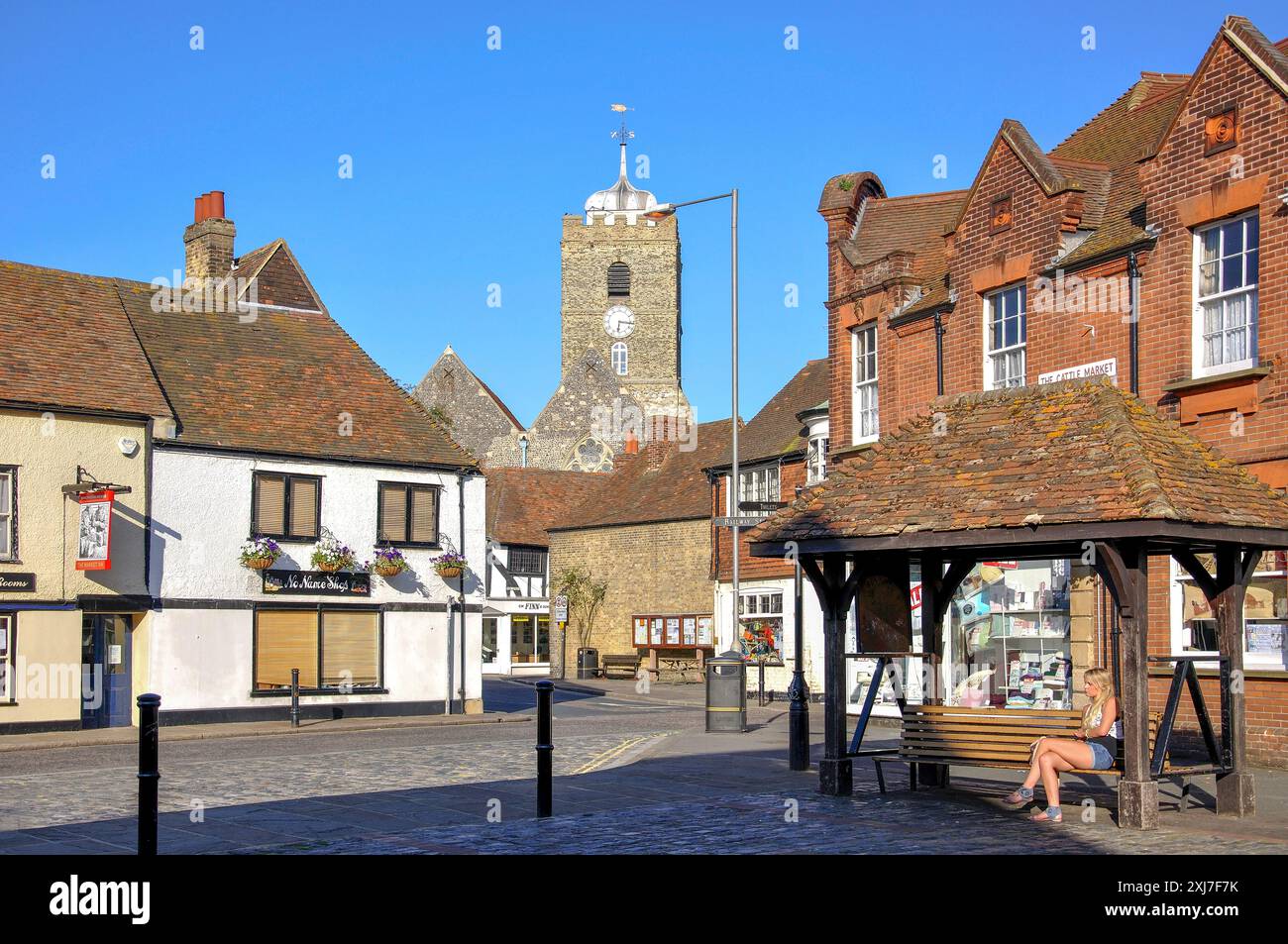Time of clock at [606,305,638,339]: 6:16
